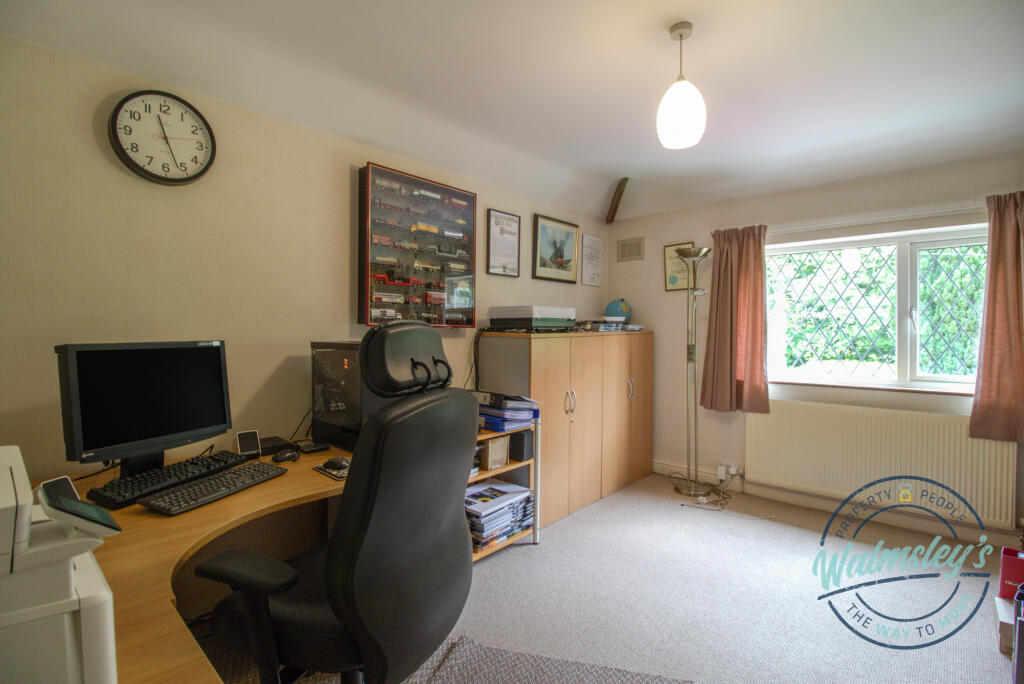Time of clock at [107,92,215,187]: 11:26
